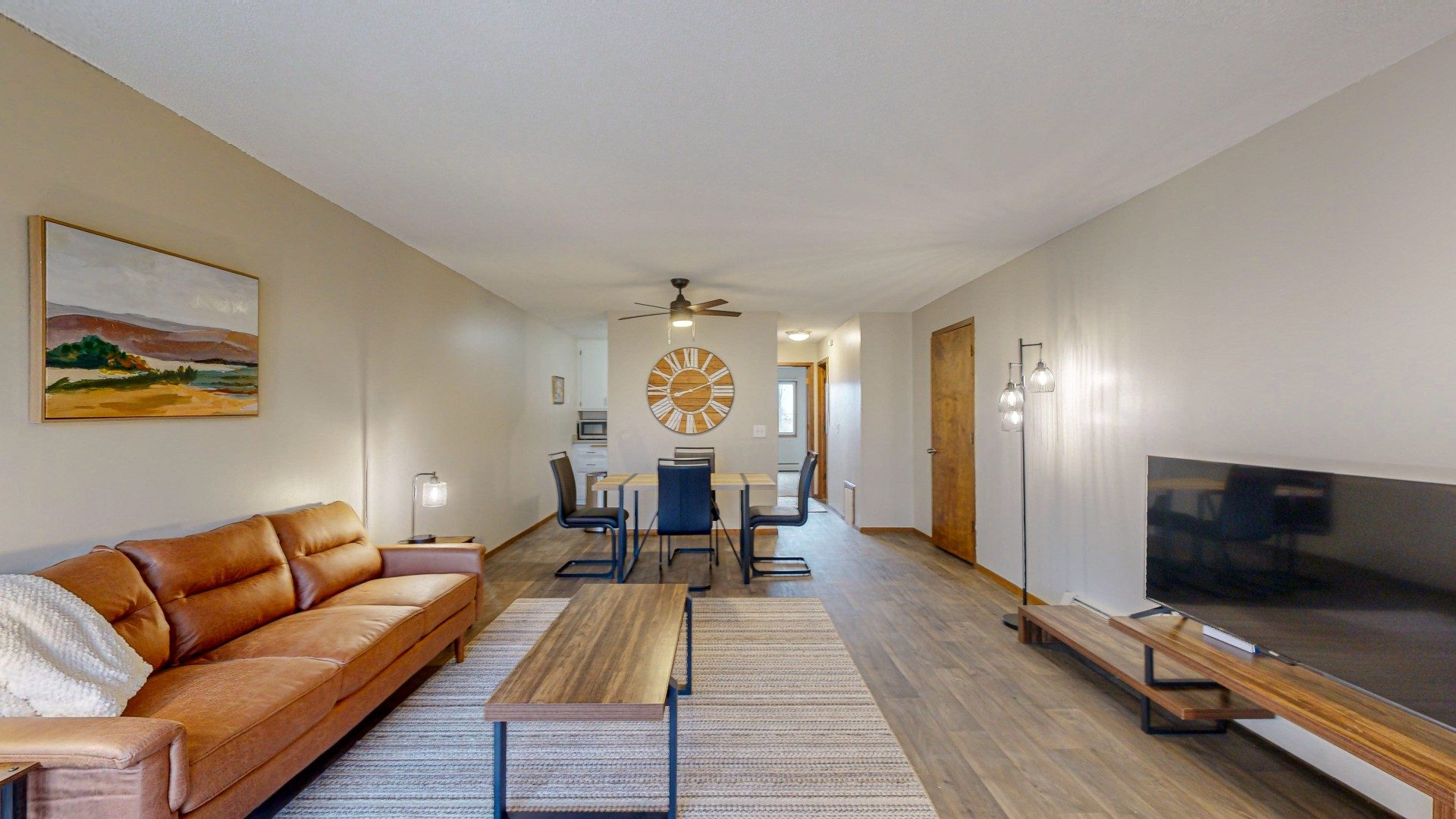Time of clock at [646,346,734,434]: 8:11
